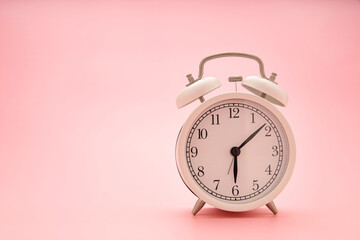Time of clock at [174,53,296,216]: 6:08
